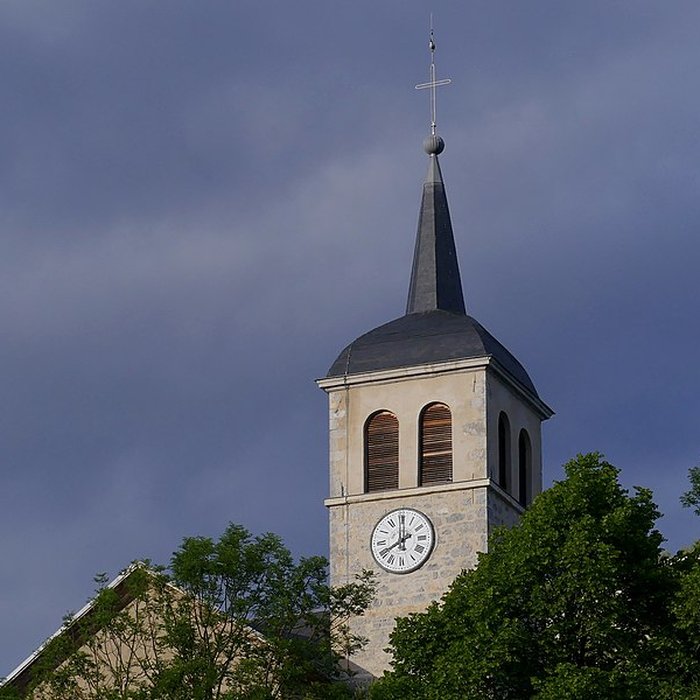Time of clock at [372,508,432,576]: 8:00
